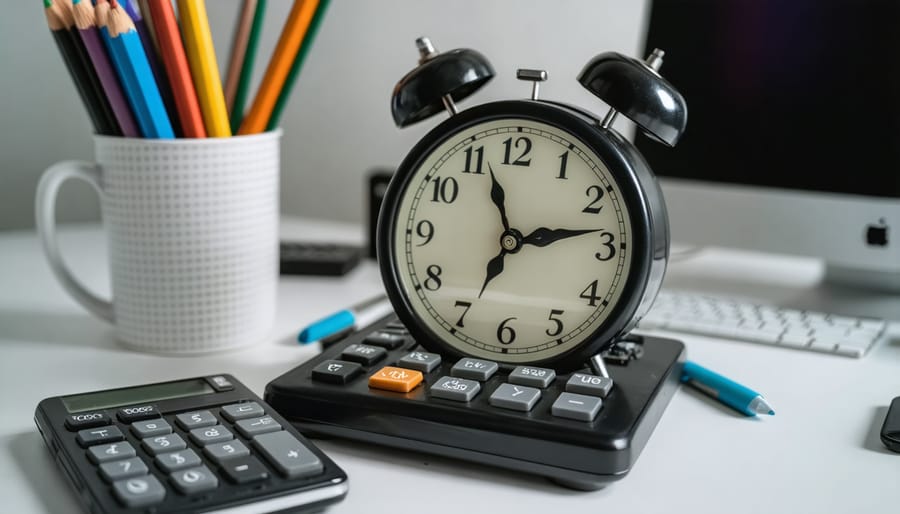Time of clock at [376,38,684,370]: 11:13
